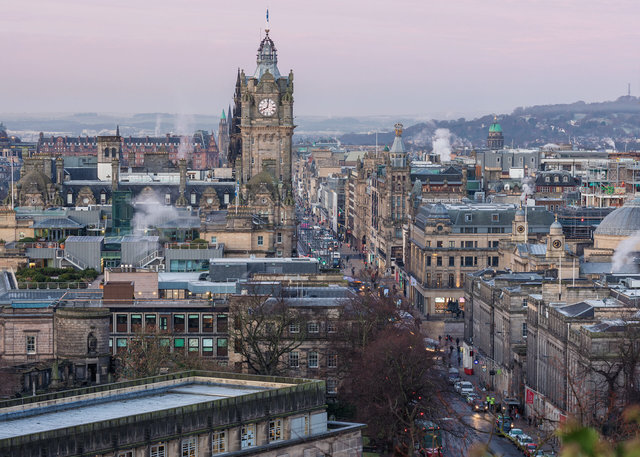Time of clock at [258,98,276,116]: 8:01
